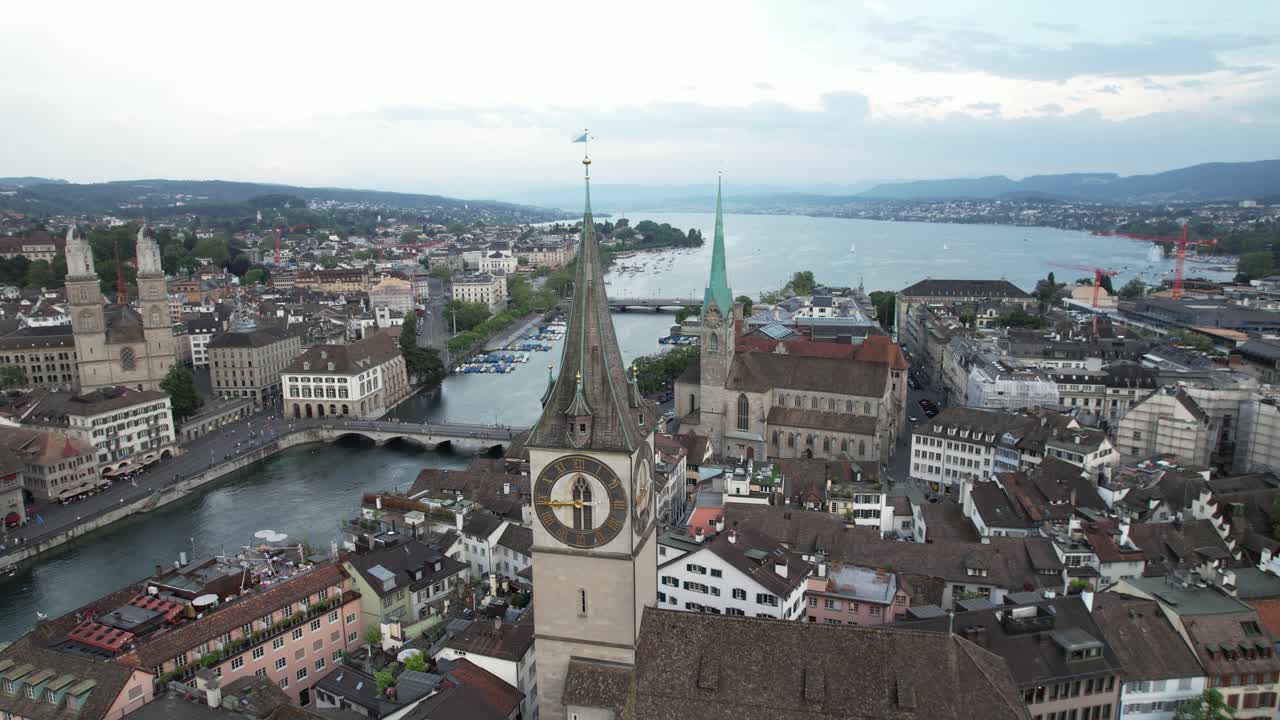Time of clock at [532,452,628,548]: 11:43
